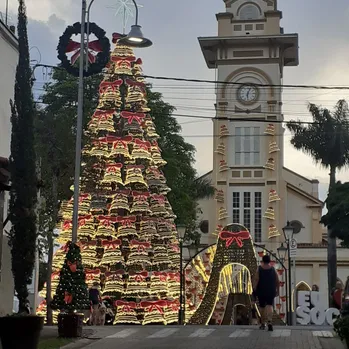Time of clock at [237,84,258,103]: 6:03
